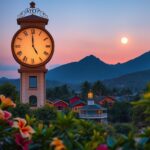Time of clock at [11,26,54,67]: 4:59
